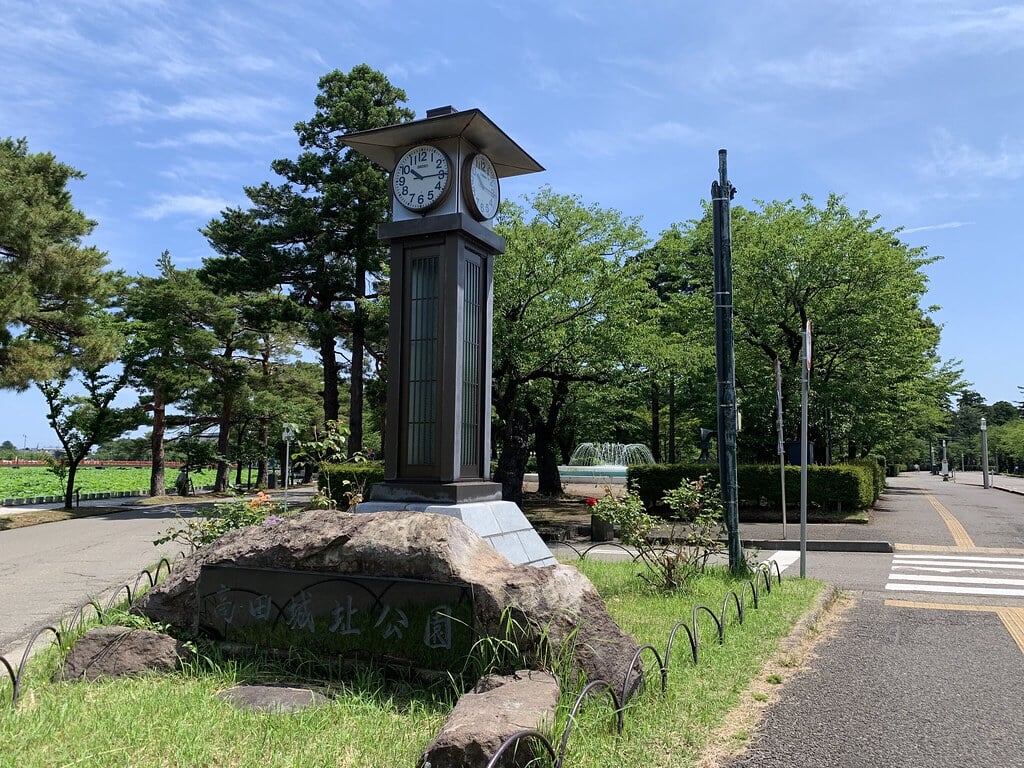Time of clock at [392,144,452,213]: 10:14
